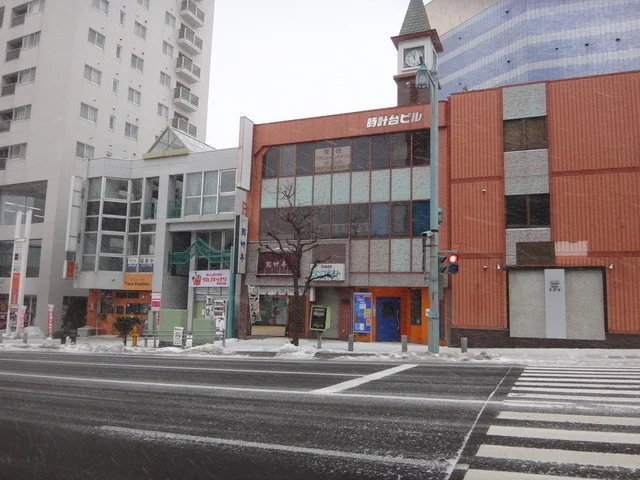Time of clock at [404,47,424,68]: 11:55
